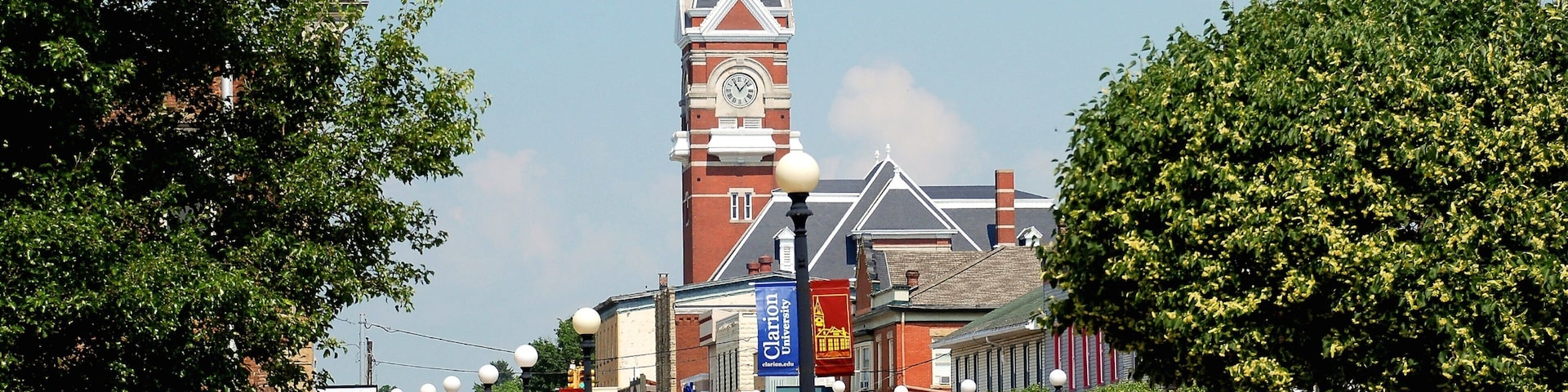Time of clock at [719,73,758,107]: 11:07
